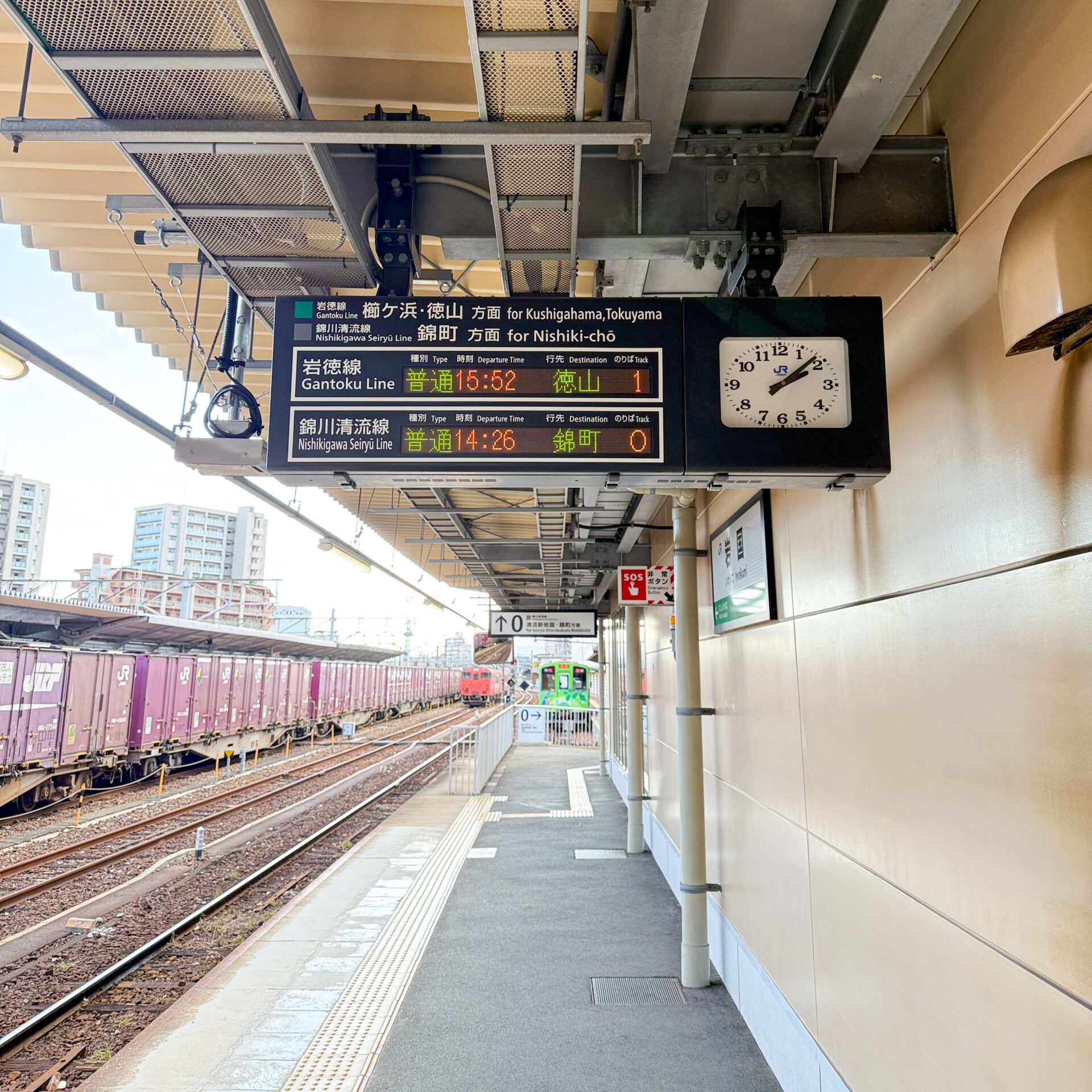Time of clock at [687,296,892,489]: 2:08
